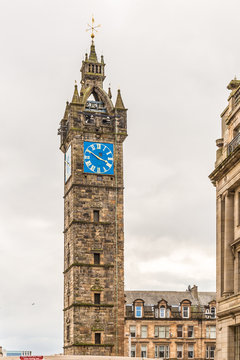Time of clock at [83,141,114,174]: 12:50
